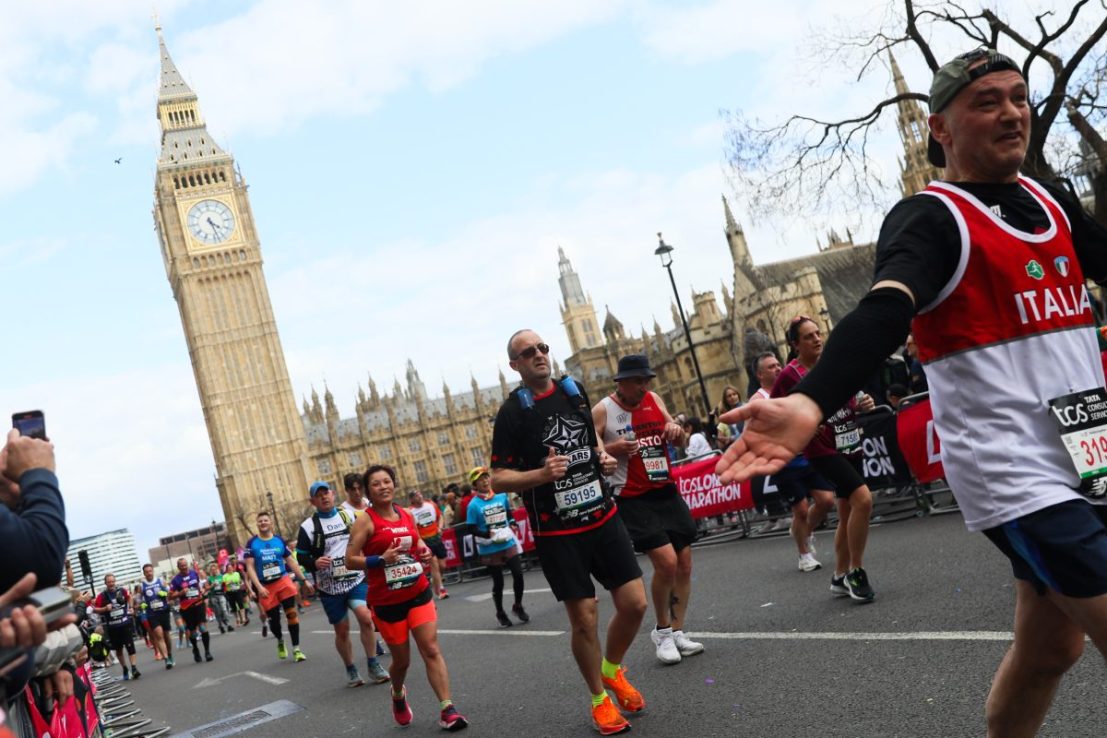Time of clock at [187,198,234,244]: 4:27
